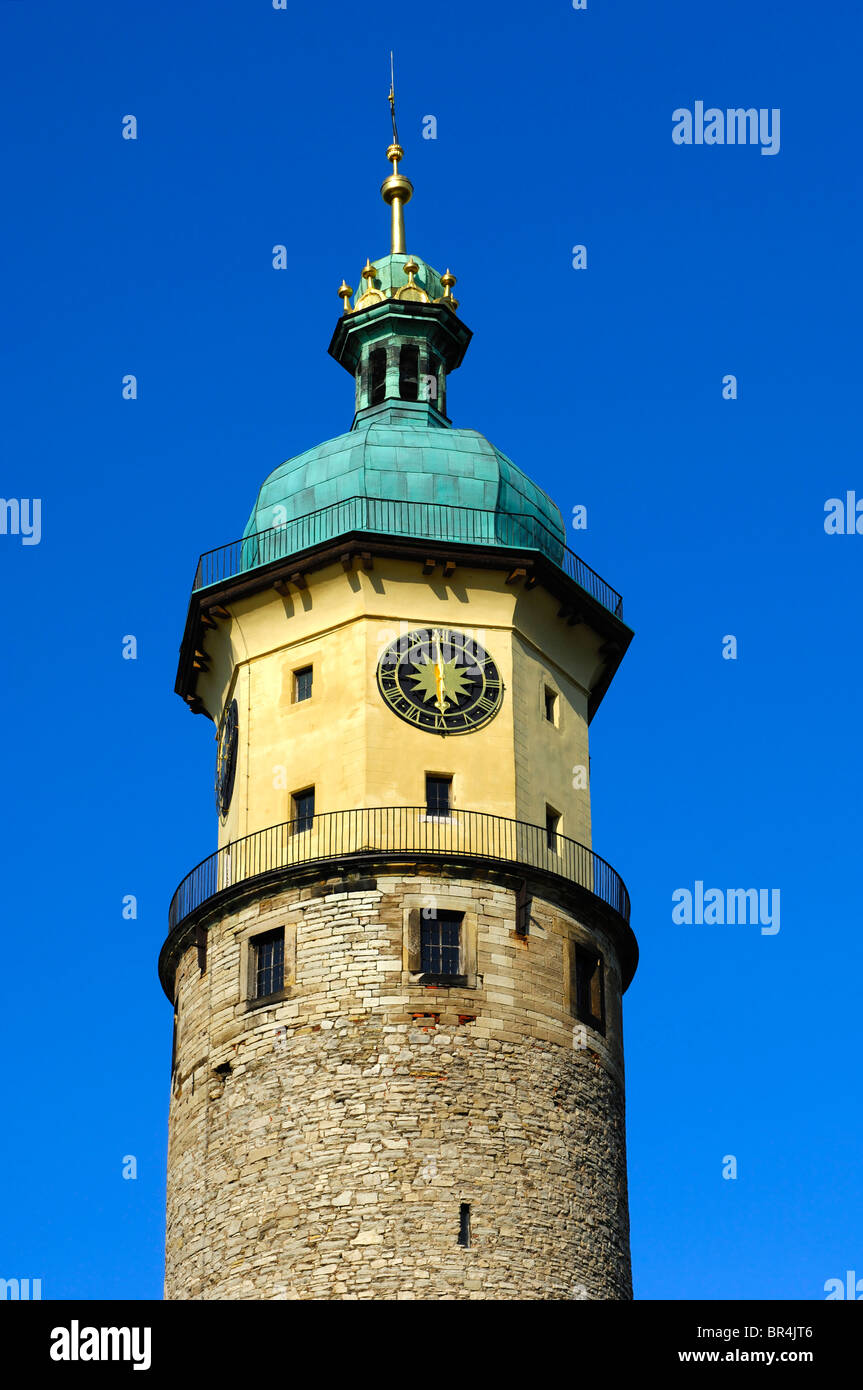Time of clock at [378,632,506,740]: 5:59
